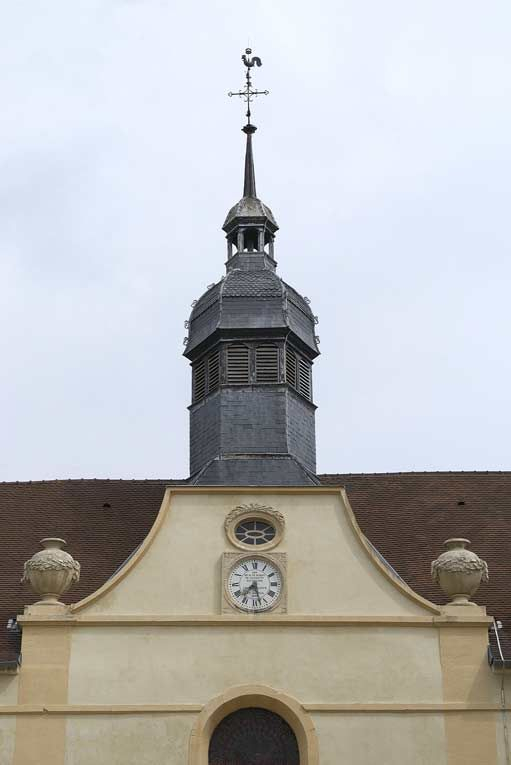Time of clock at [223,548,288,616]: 7:27
